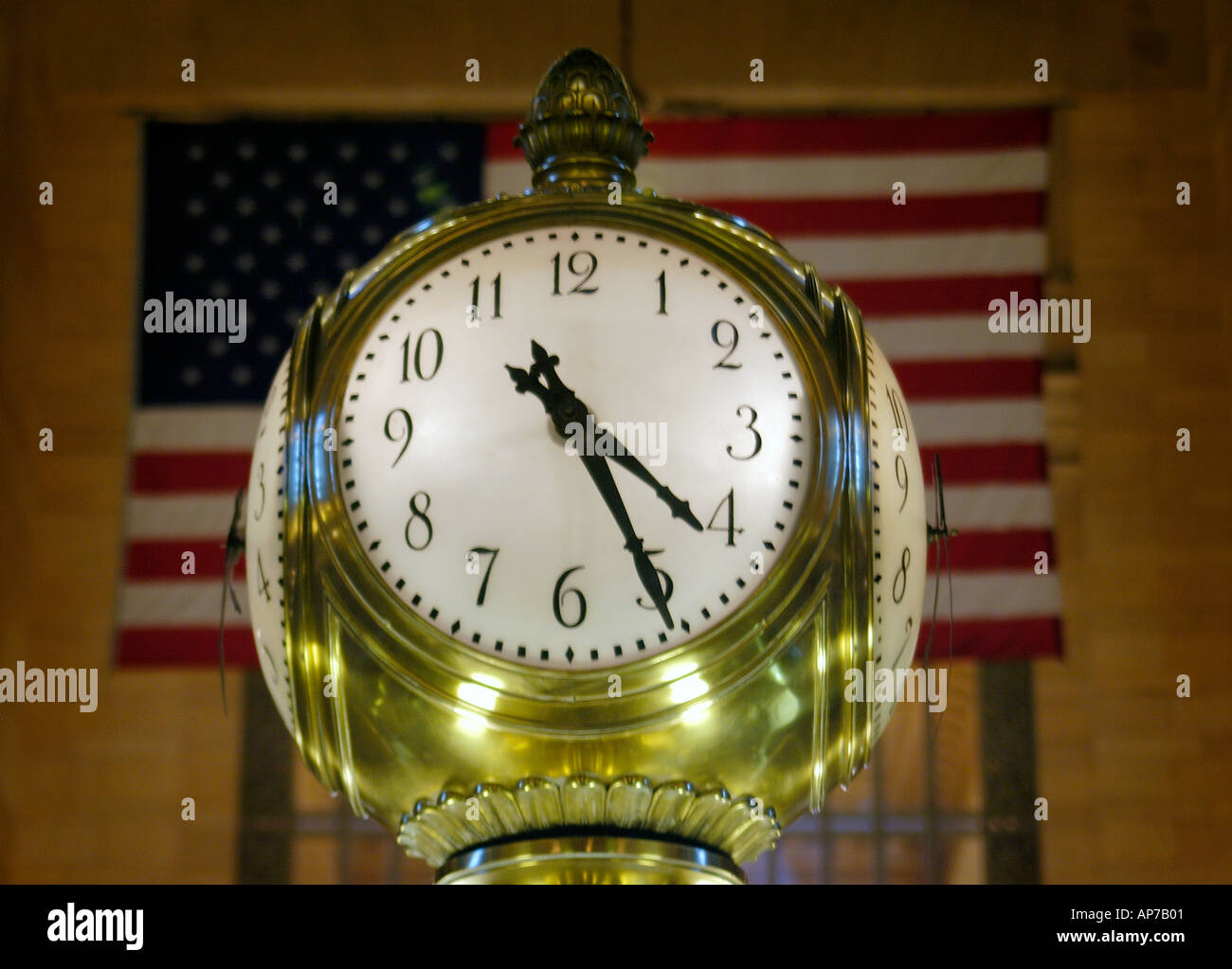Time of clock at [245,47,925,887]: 4:25
